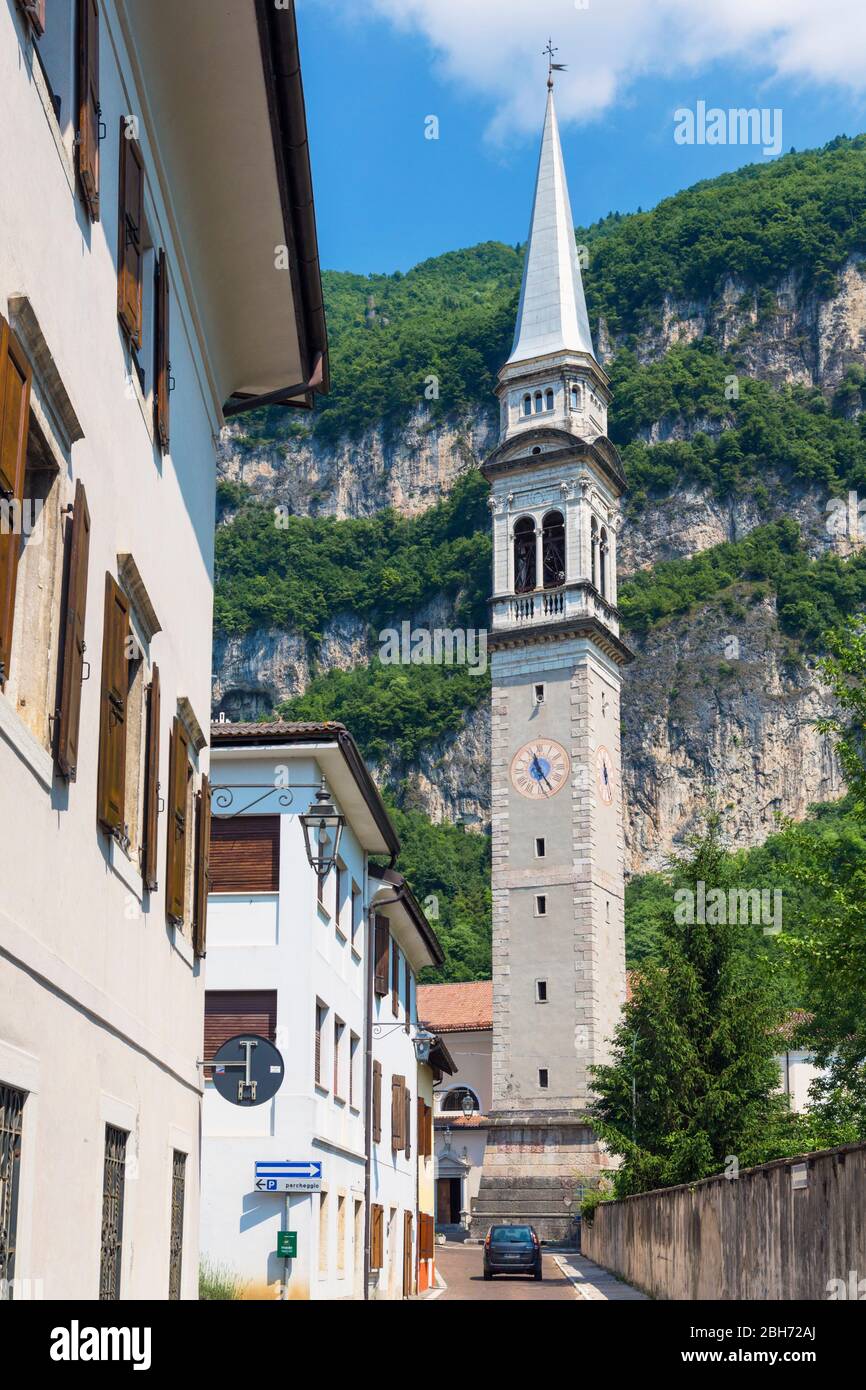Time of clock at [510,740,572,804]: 11:24
